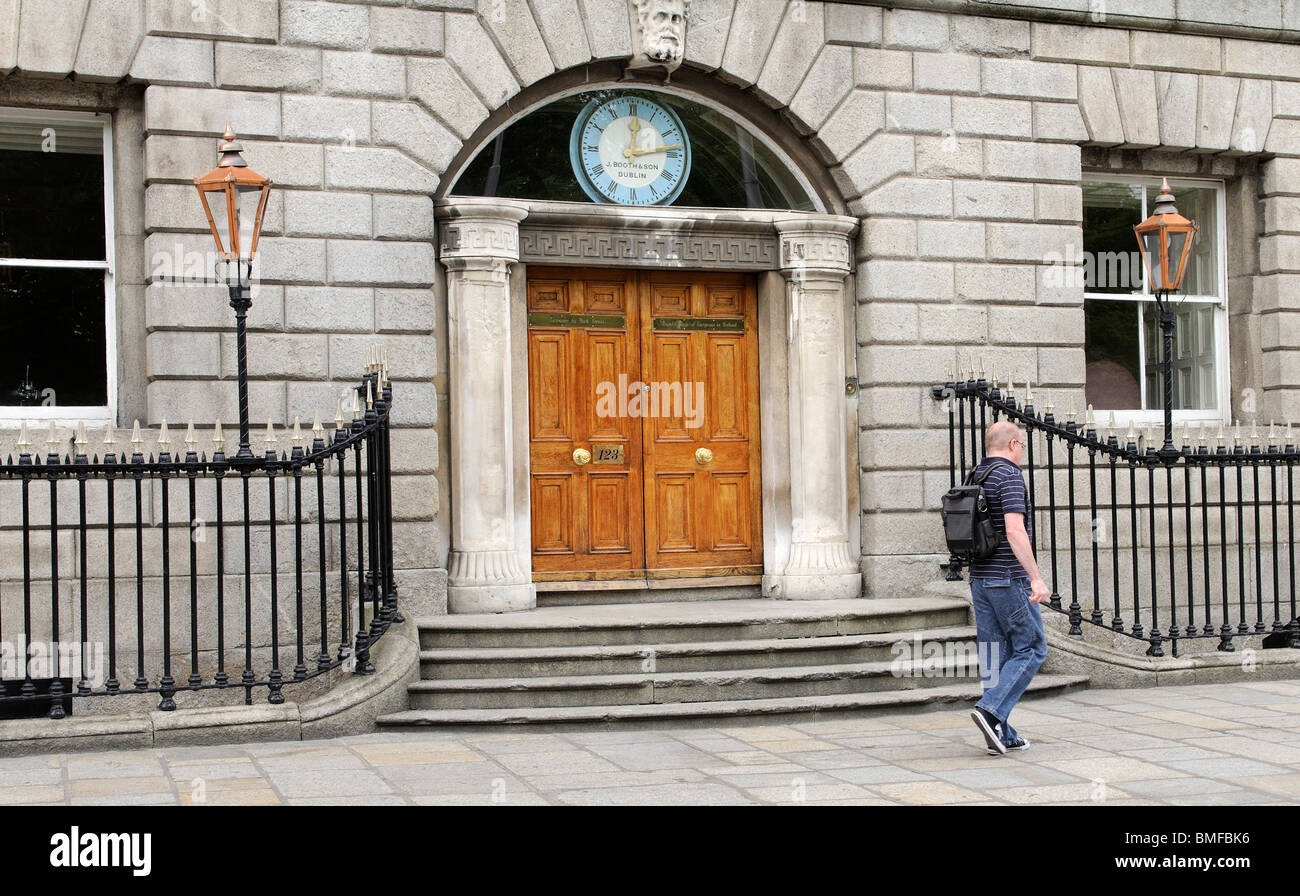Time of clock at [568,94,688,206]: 12:13
